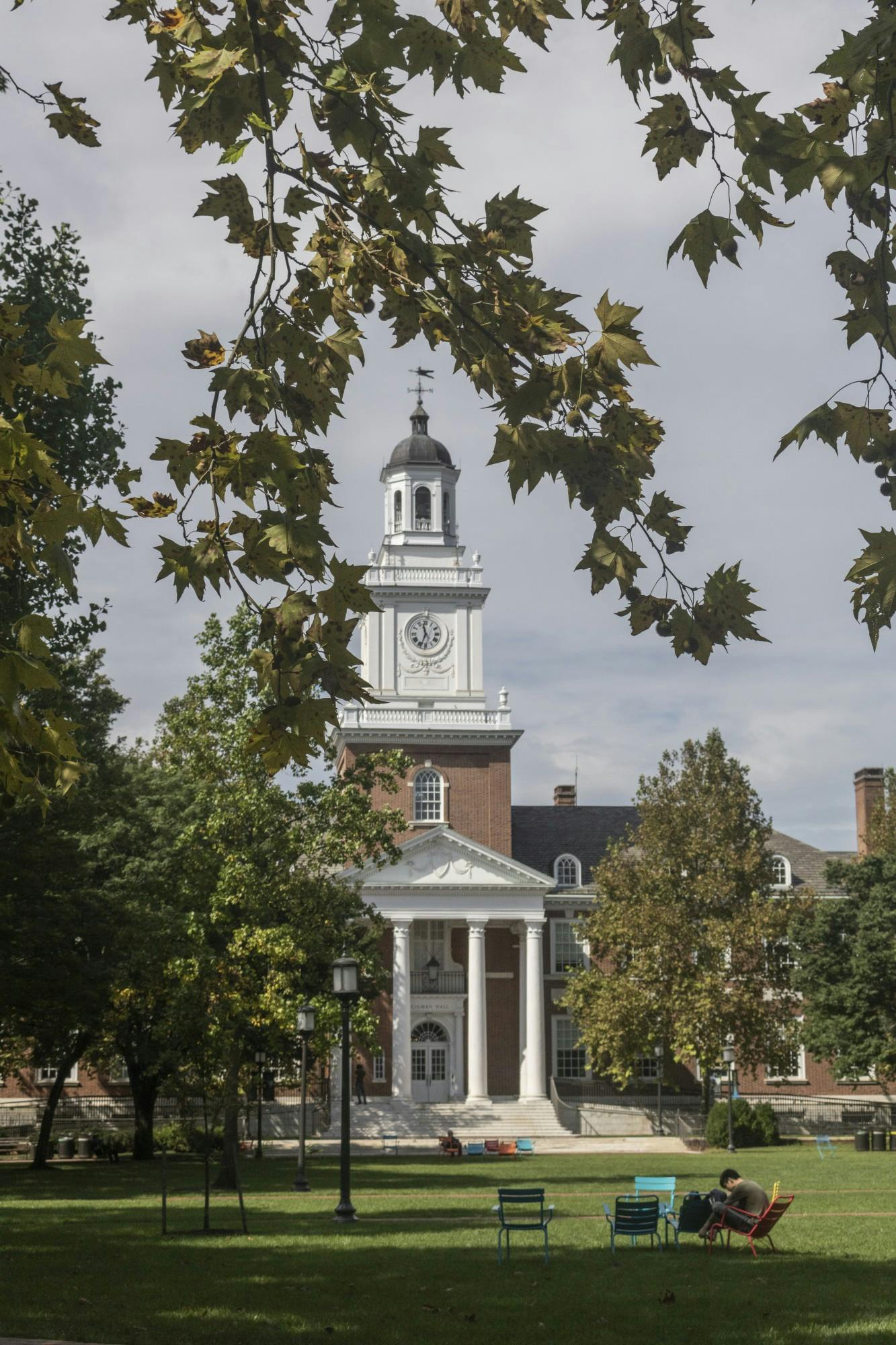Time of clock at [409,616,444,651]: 11:33
